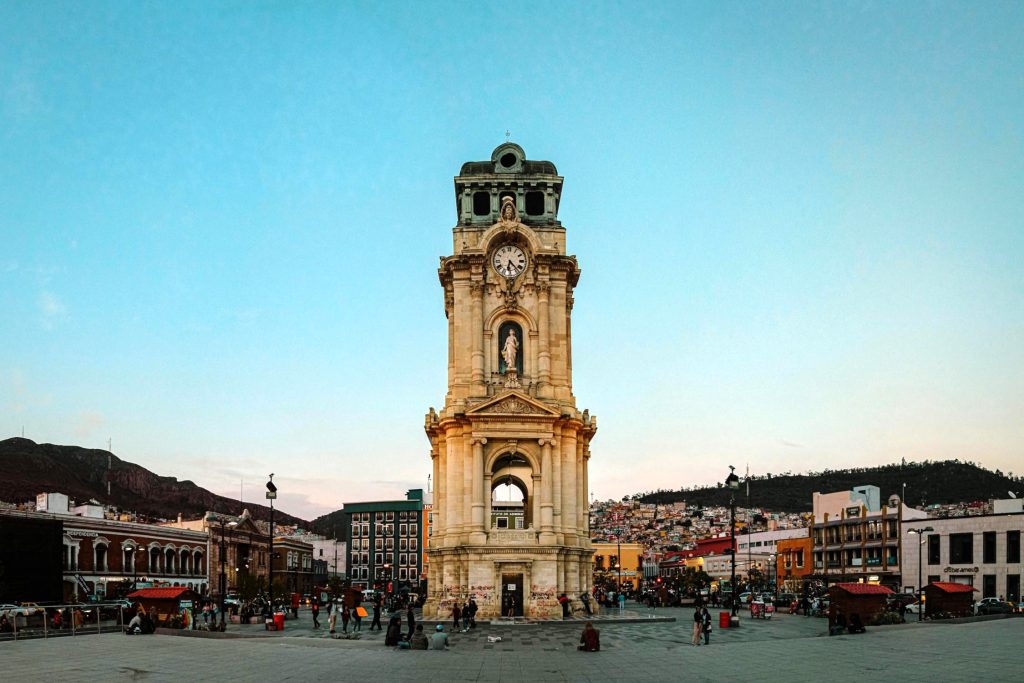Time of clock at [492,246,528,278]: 6:23
